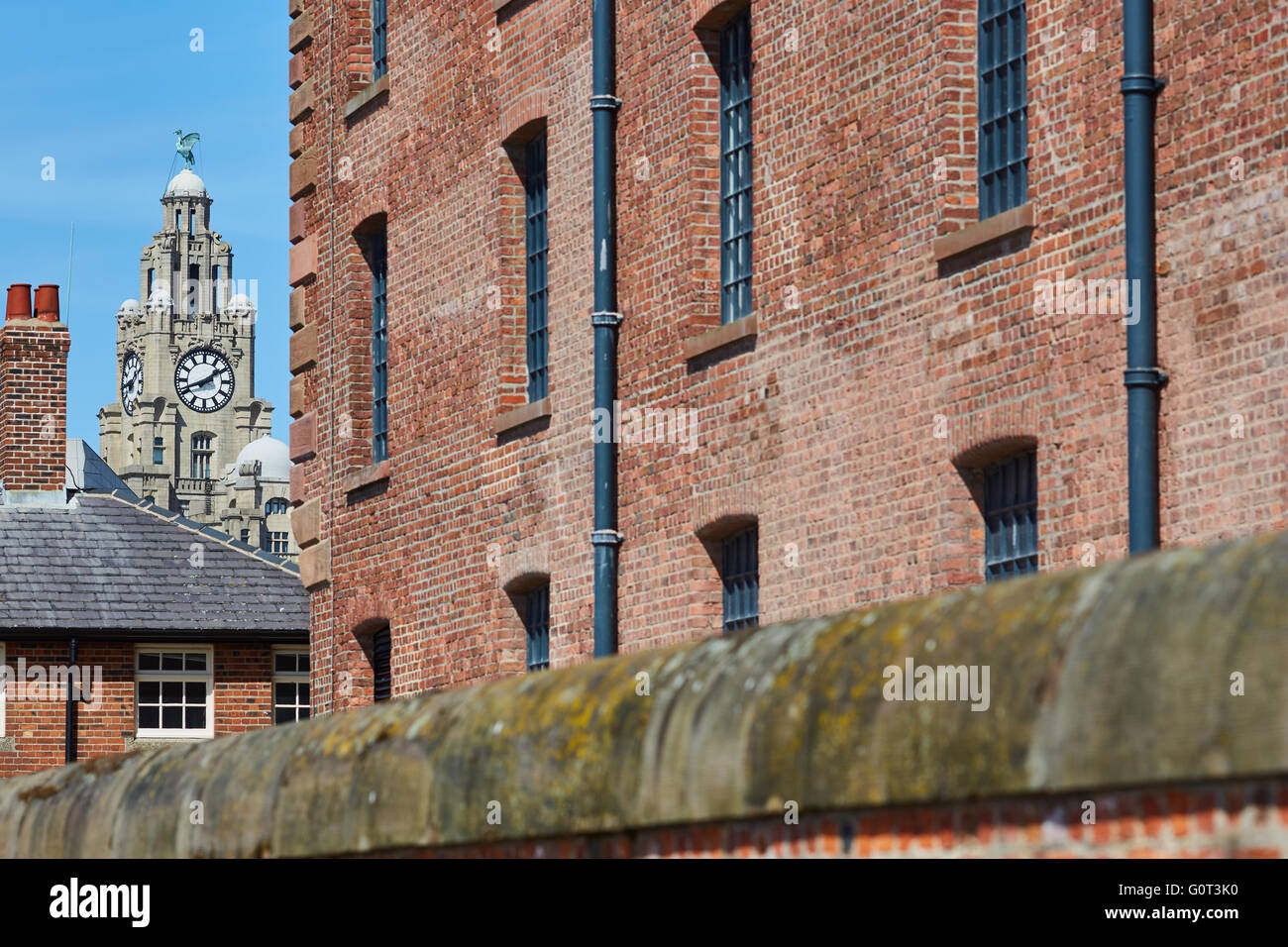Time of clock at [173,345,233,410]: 1:41
